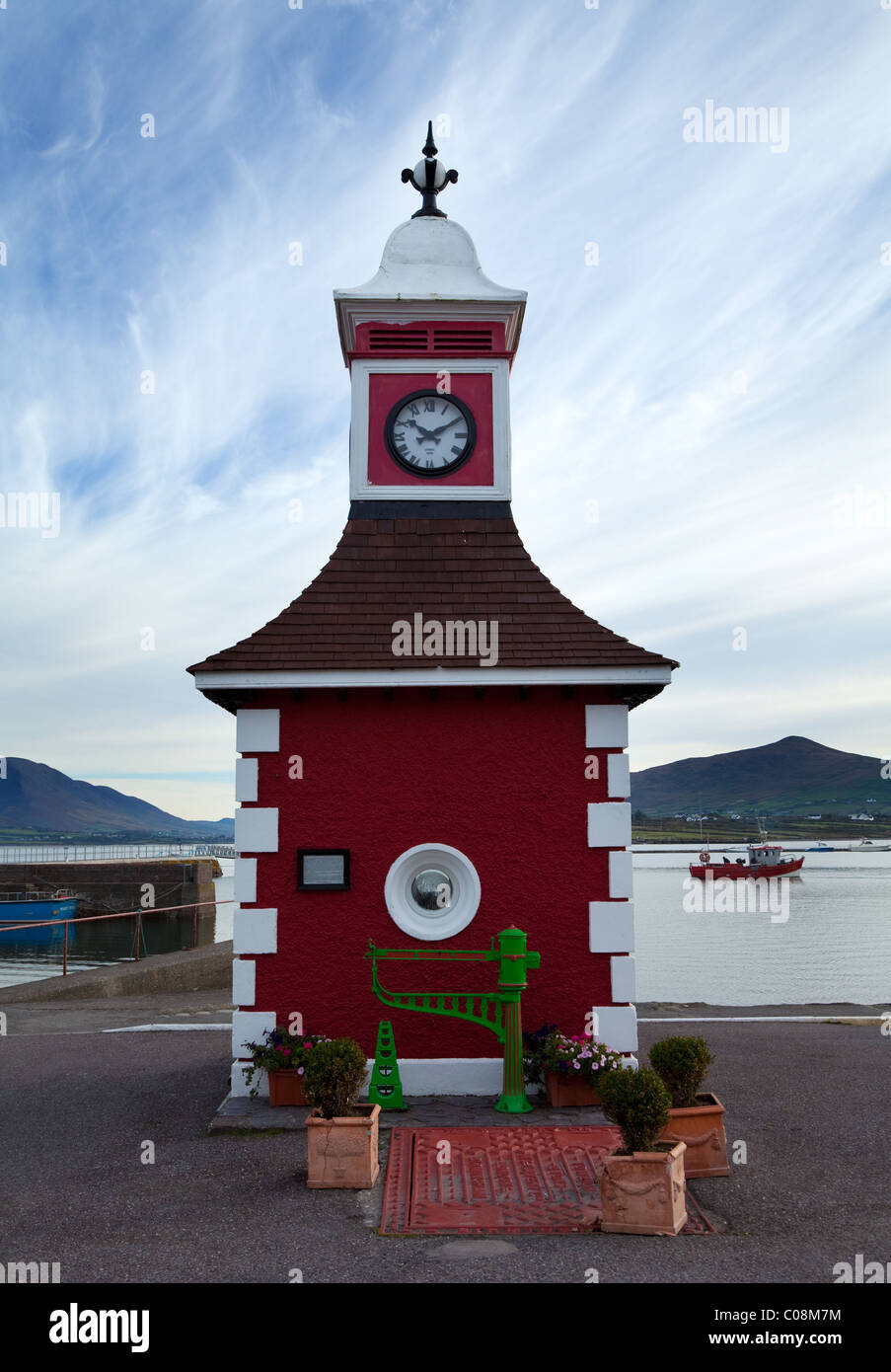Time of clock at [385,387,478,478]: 10:10
